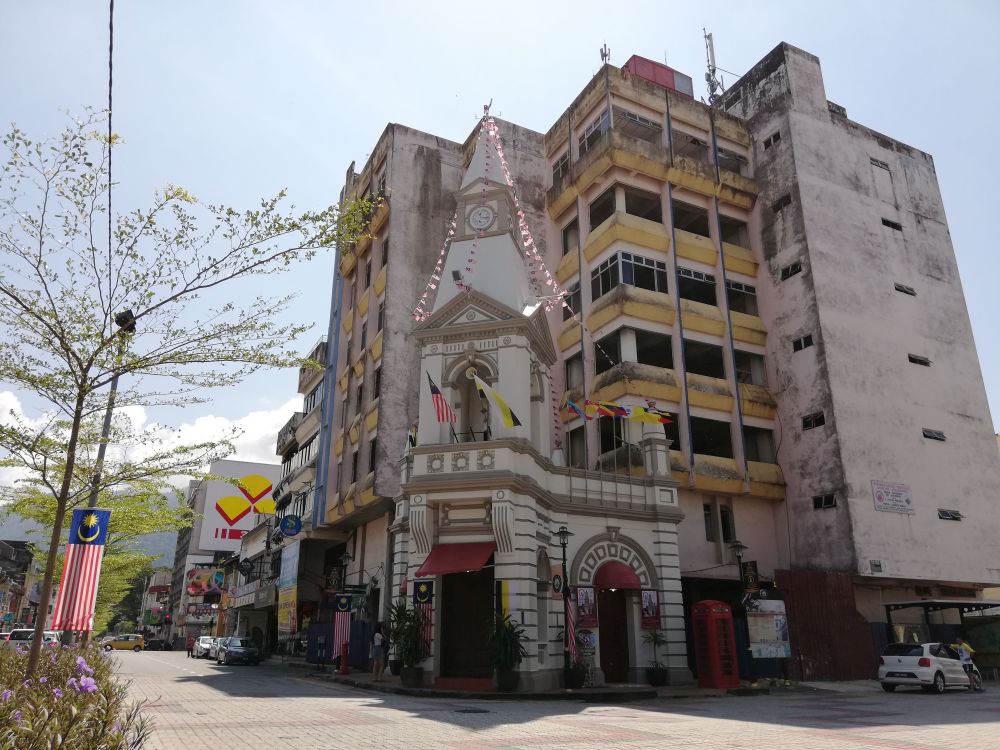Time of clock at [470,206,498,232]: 11:16
